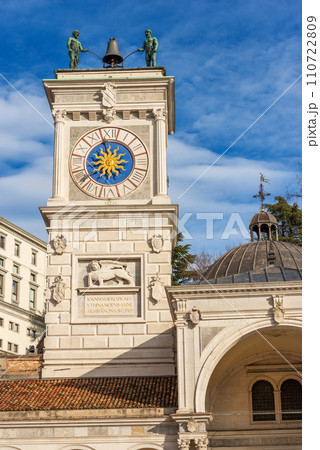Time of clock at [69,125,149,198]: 5:57
